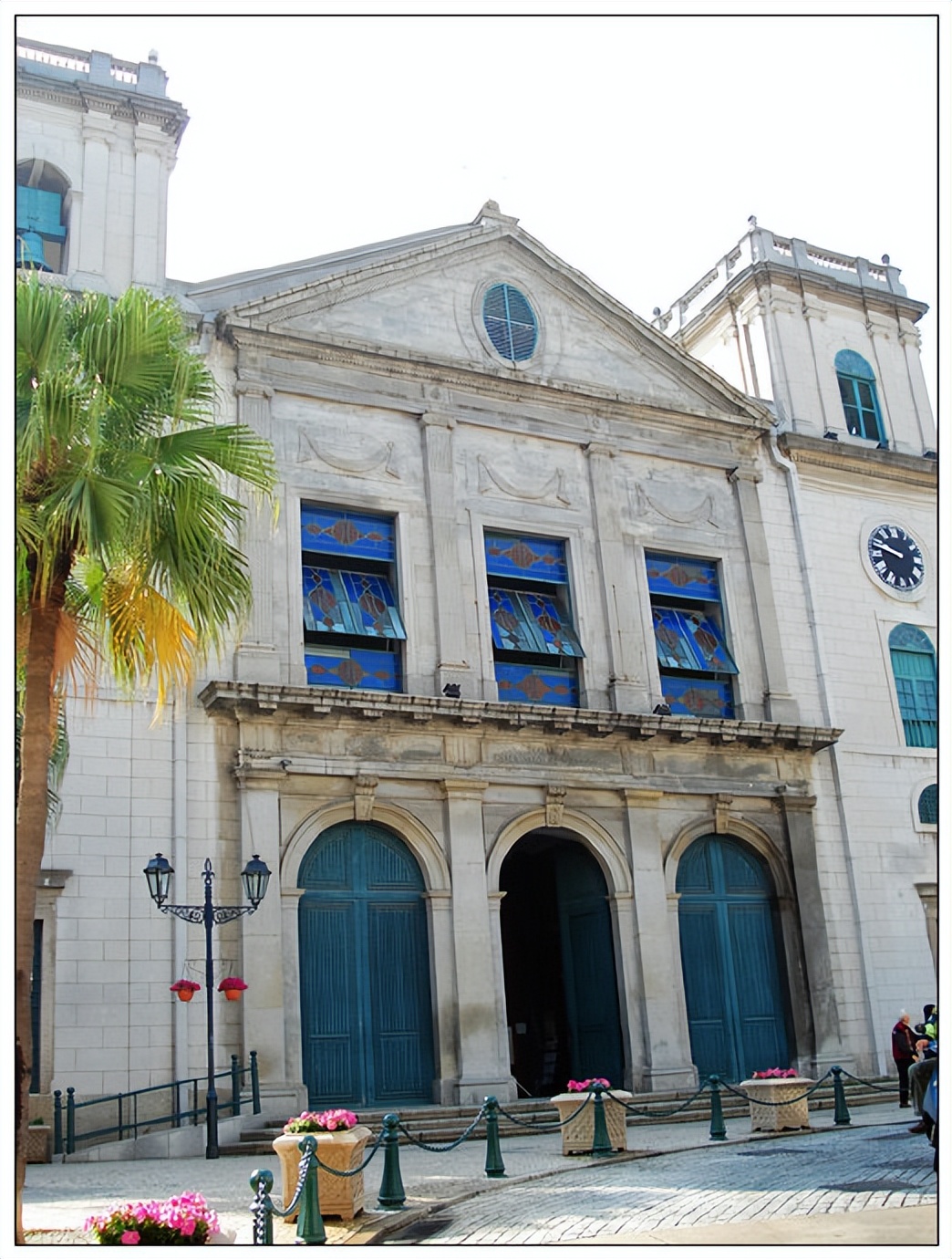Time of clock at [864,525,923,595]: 9:47
